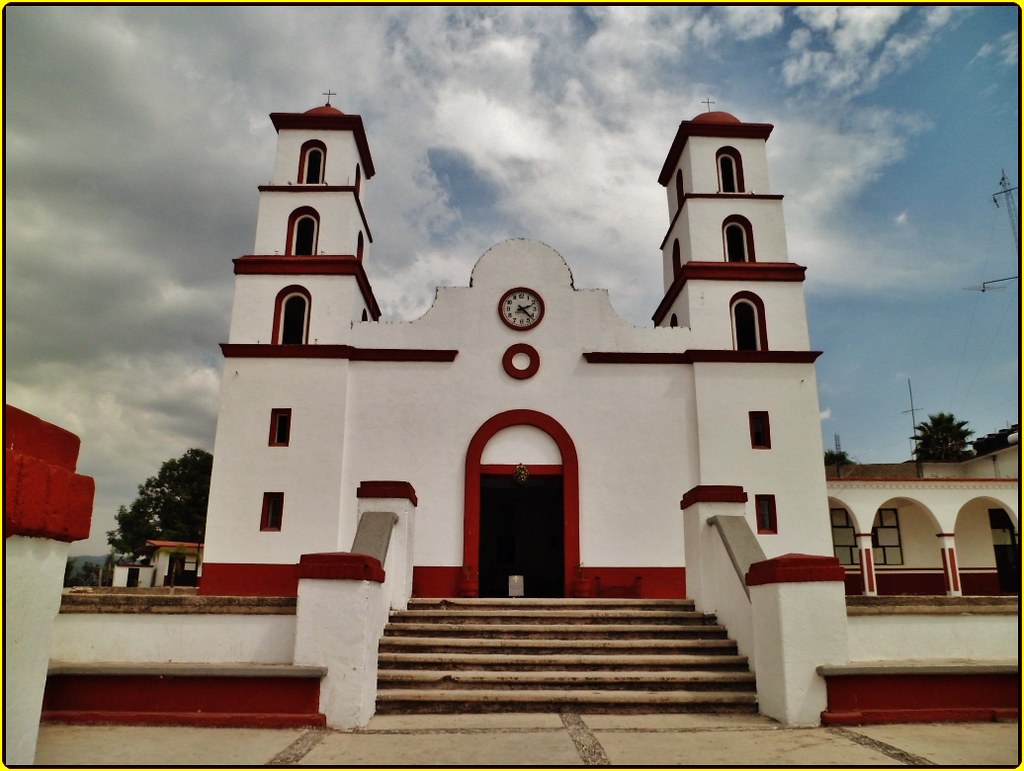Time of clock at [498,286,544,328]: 2:22
